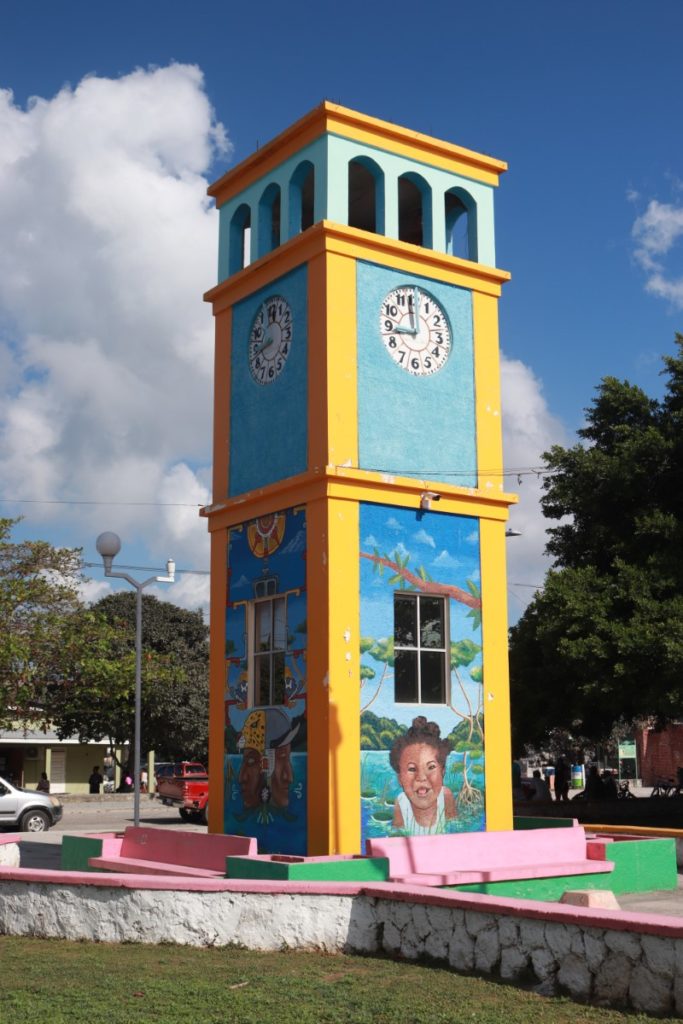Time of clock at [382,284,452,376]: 11:43
